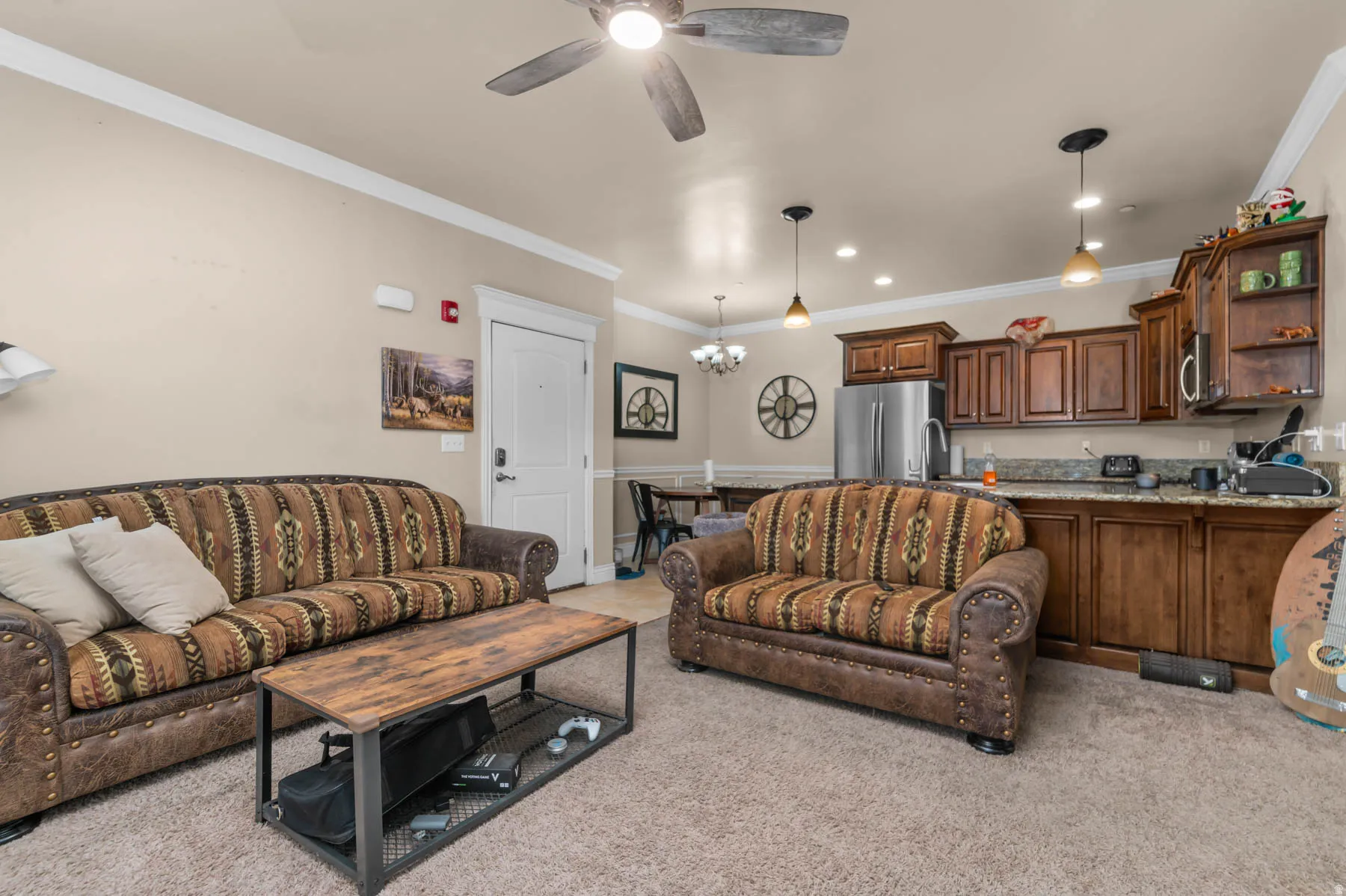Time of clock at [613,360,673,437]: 5:59
